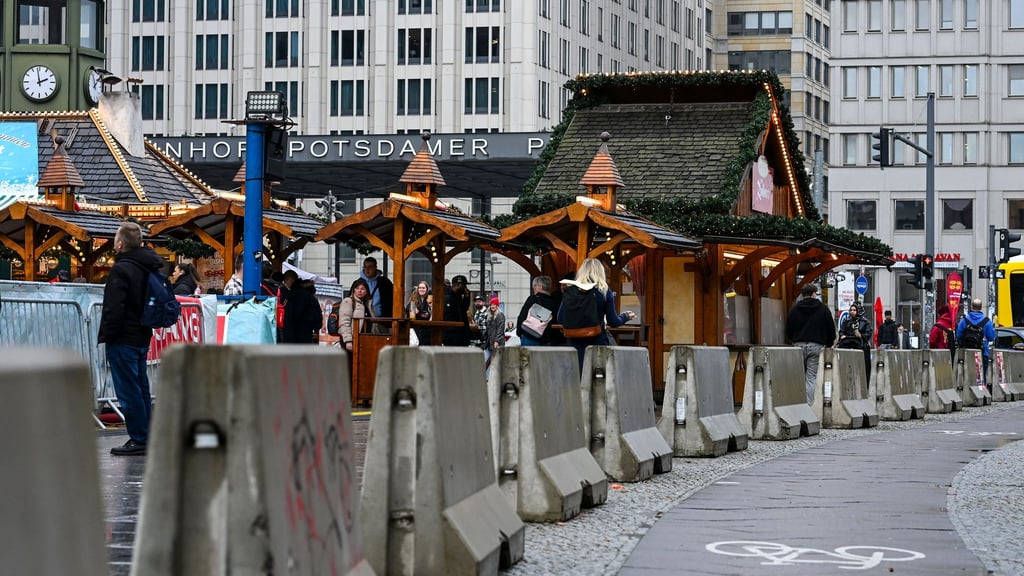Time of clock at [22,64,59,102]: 1:58
